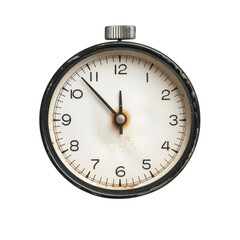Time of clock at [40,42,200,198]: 11:52
